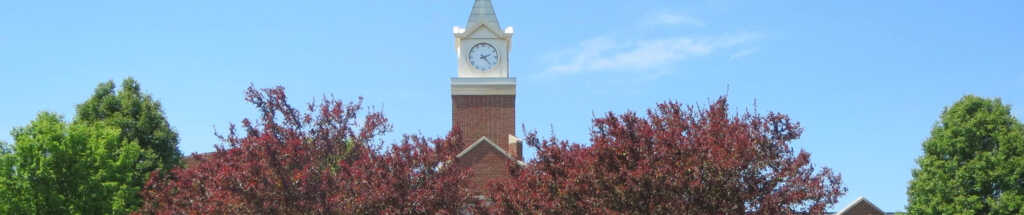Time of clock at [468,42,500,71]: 2:22
